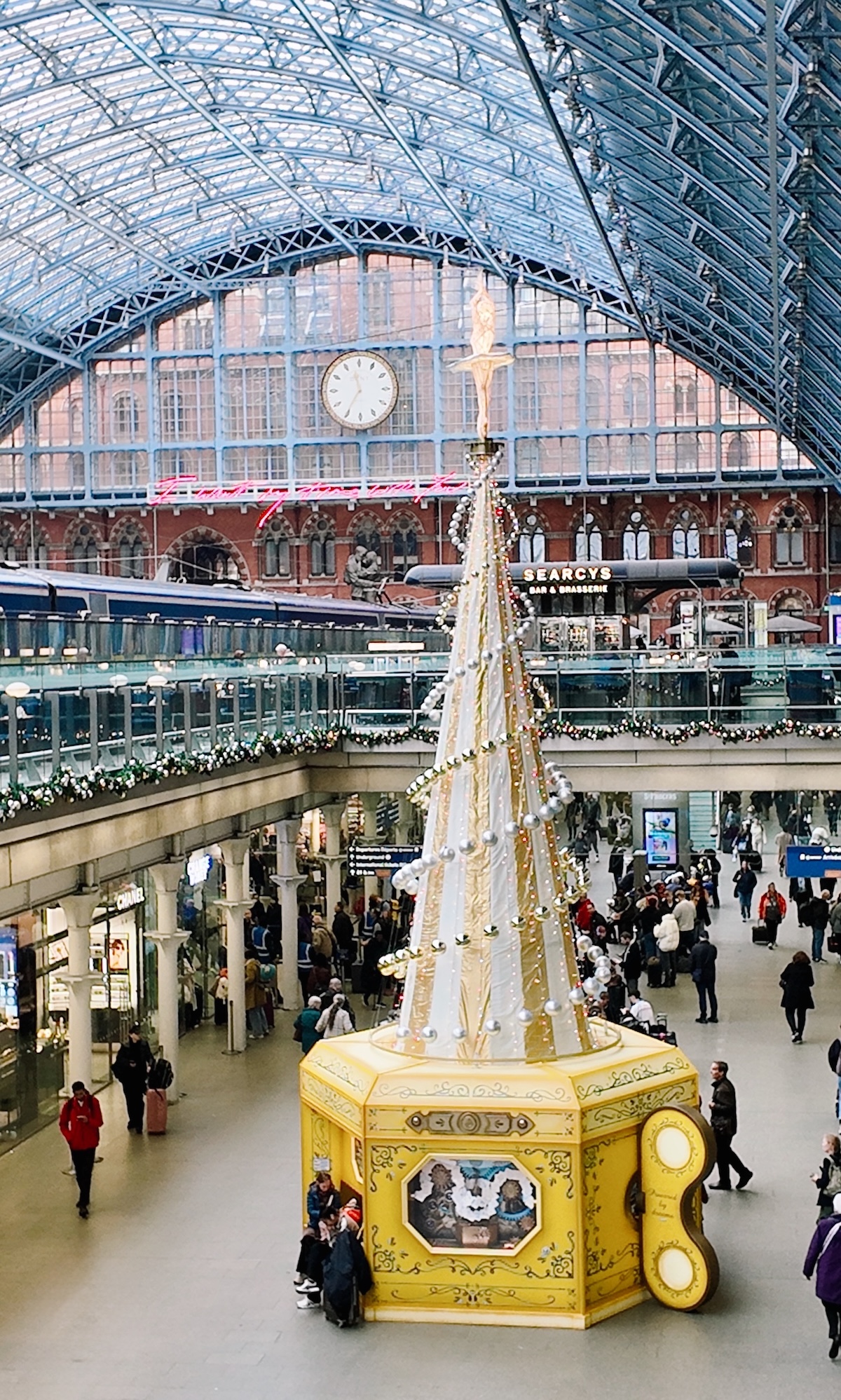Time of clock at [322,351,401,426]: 11:35
